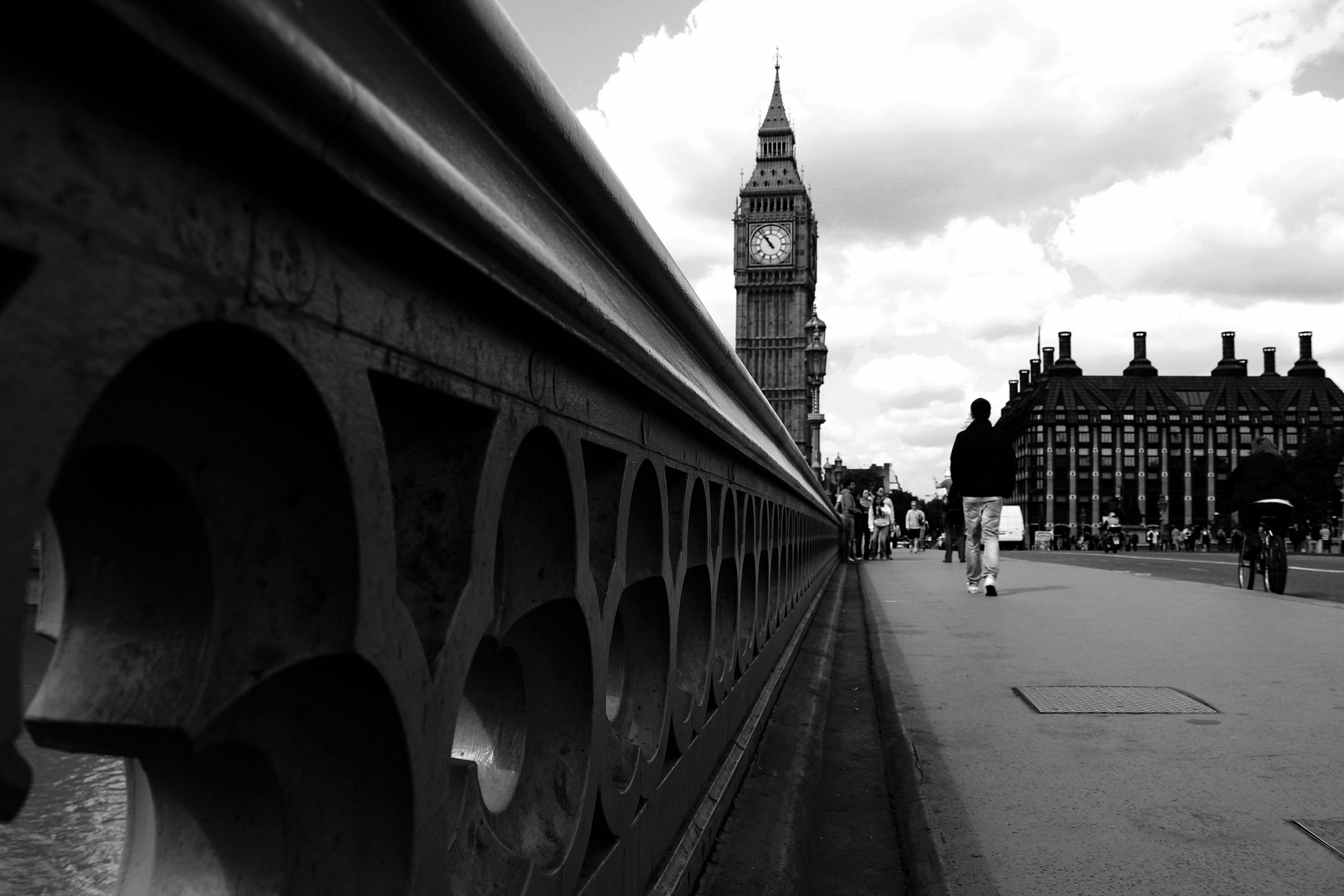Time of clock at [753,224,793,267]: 10:53
